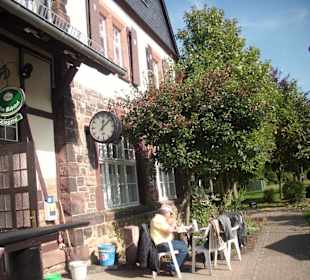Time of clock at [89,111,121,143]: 12:07
